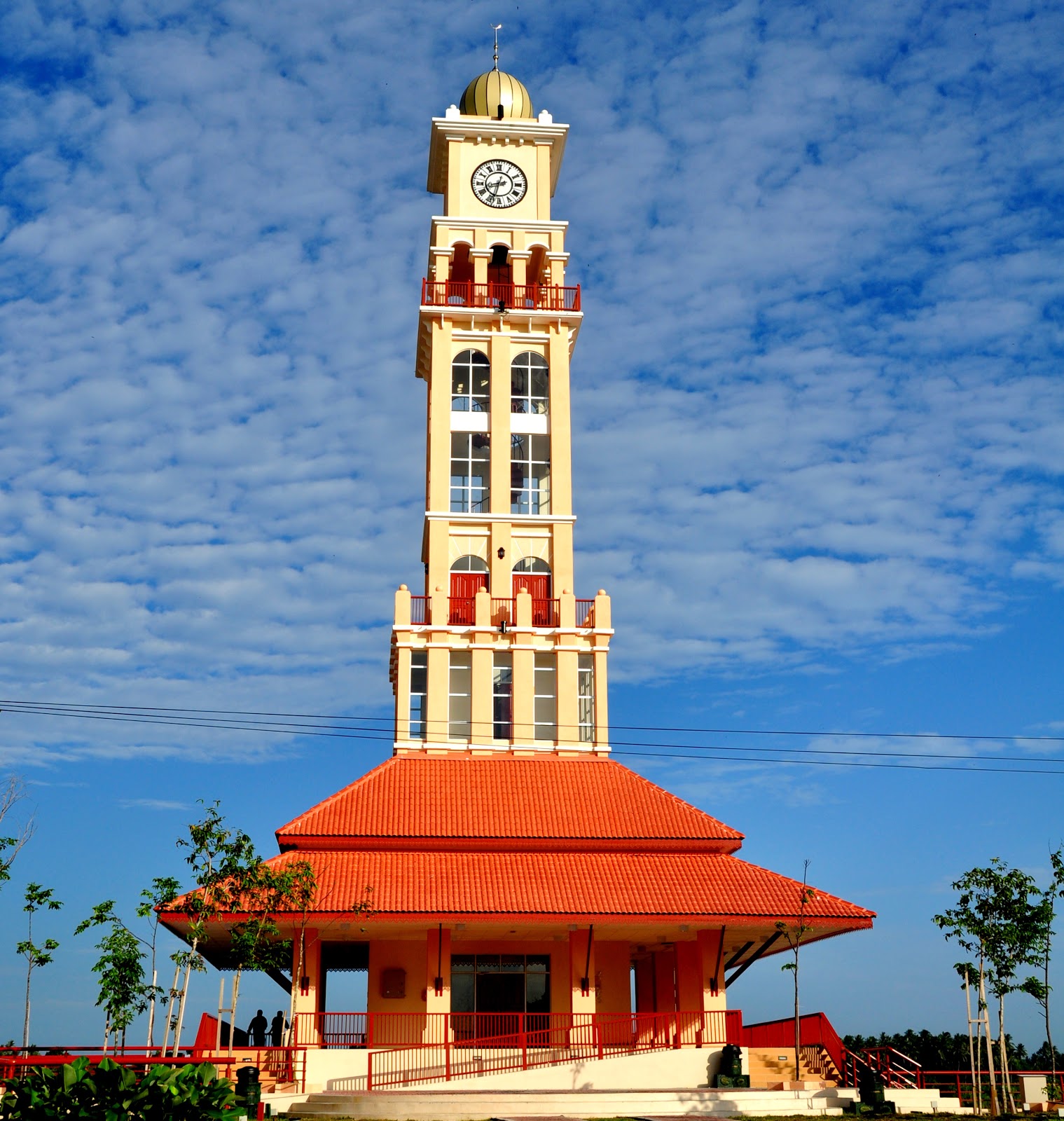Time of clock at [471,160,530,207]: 8:33
